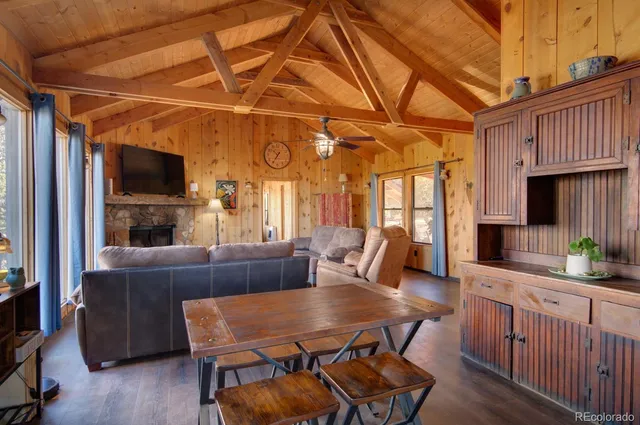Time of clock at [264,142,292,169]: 10:35
